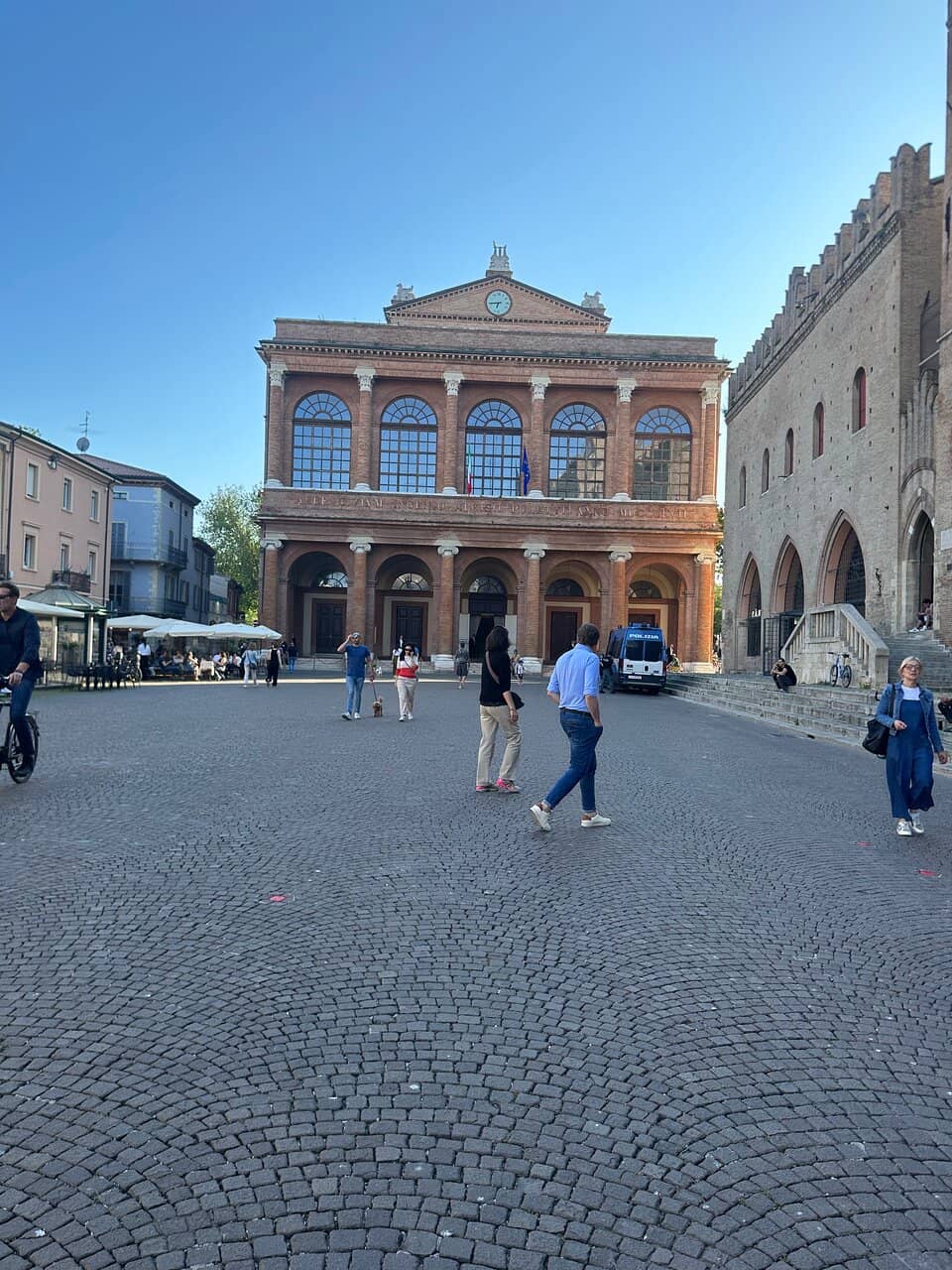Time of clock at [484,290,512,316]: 6:44
